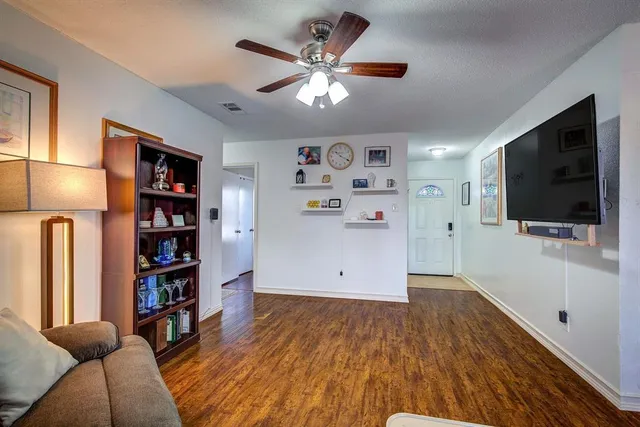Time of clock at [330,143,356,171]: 10:19
